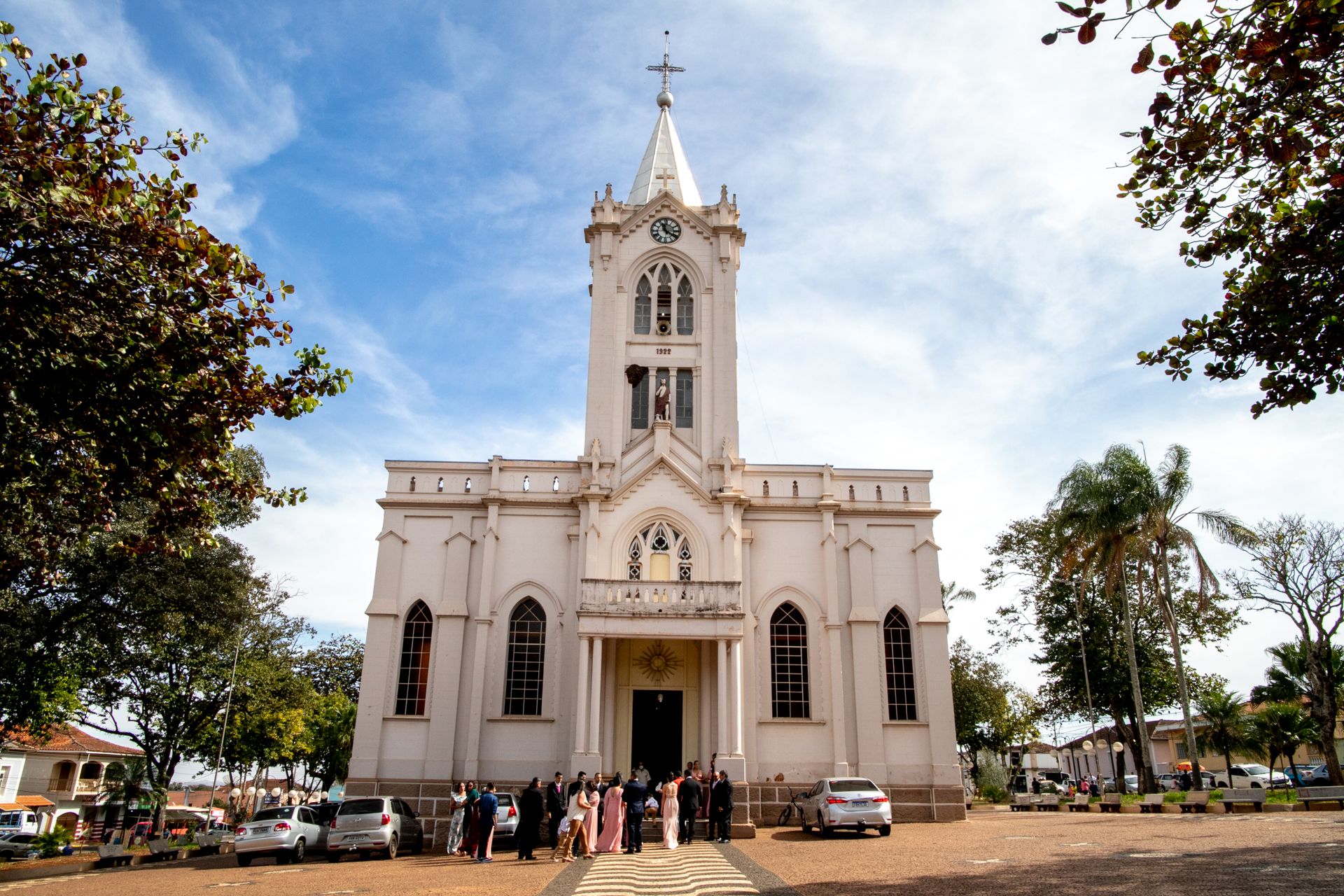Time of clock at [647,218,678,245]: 11:20
